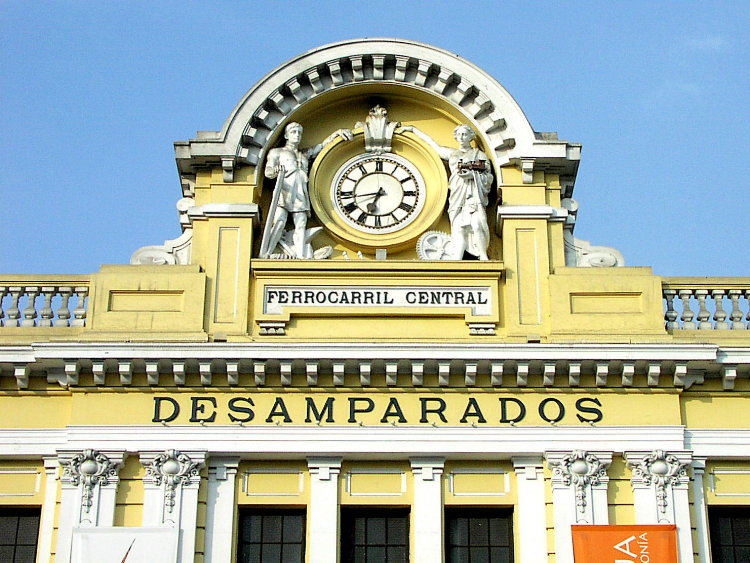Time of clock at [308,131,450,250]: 6:43
